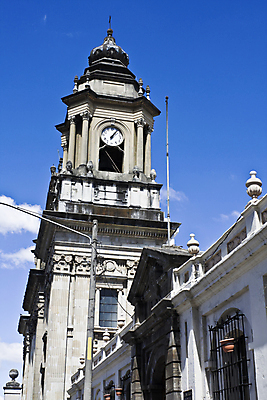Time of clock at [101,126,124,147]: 6:06
